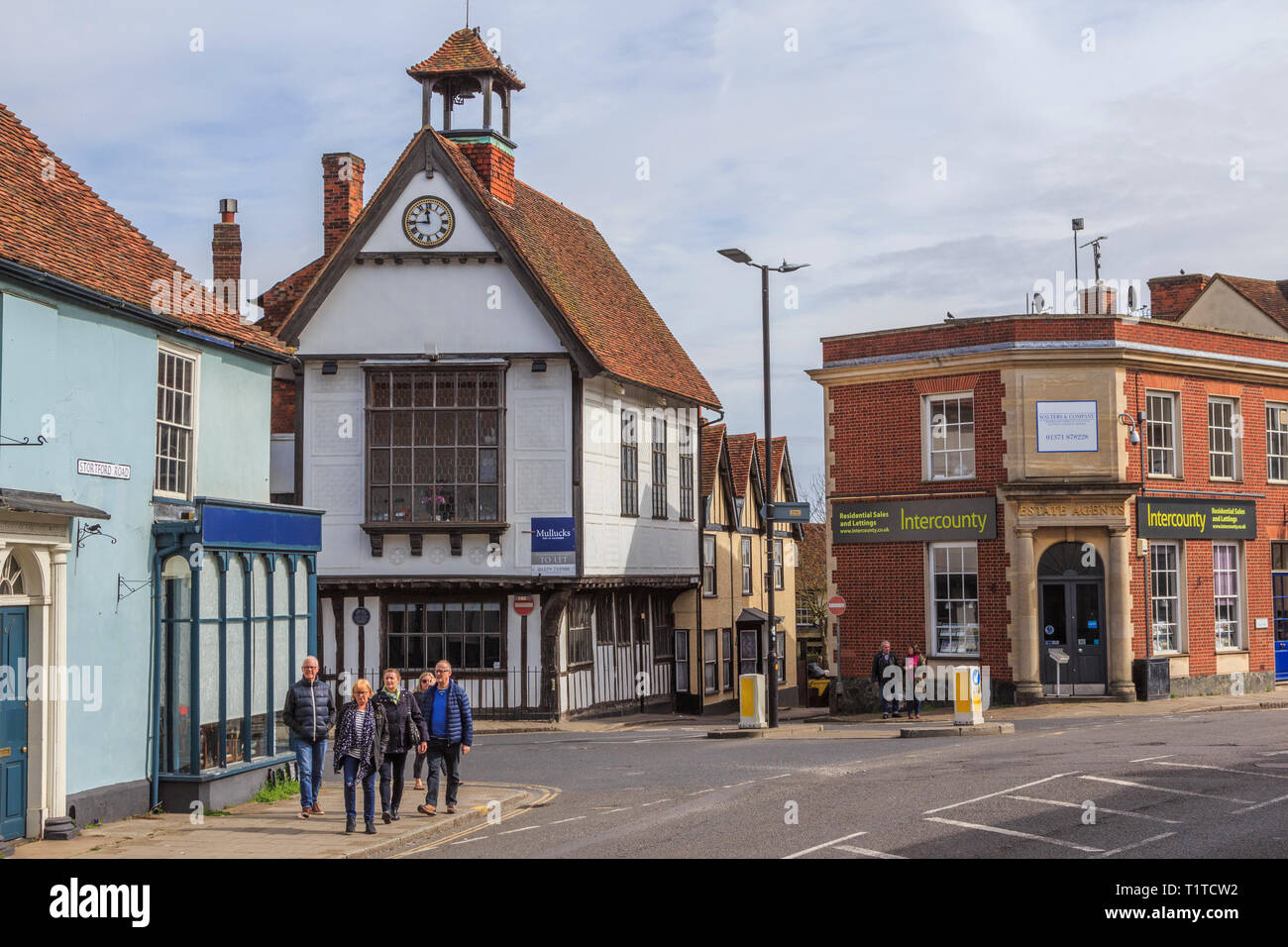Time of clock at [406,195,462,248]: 11:44
